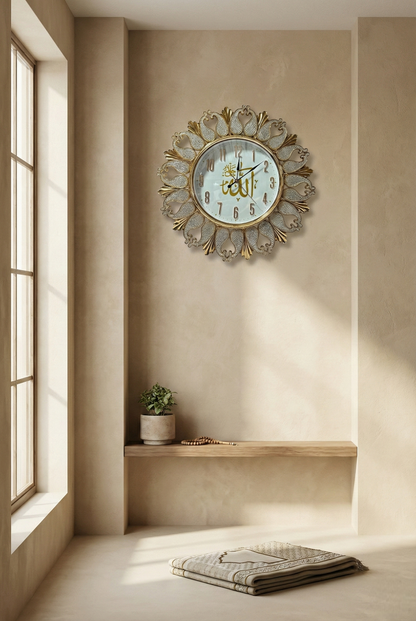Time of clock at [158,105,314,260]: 2:01
